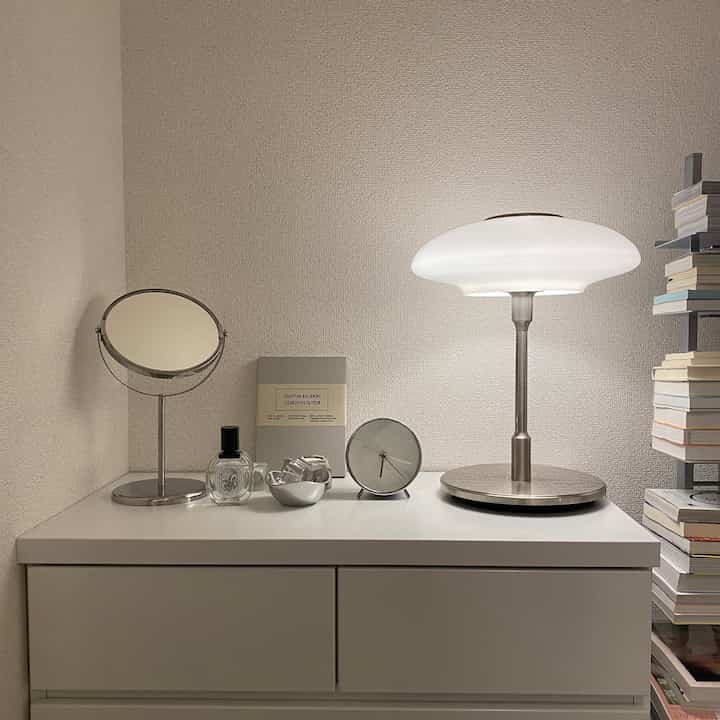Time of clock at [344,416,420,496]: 6:22
